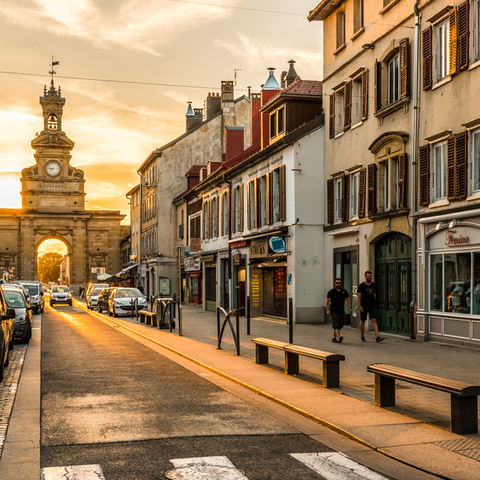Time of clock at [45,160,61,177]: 7:46
